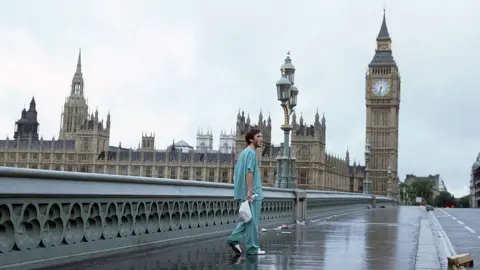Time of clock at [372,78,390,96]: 6:32
